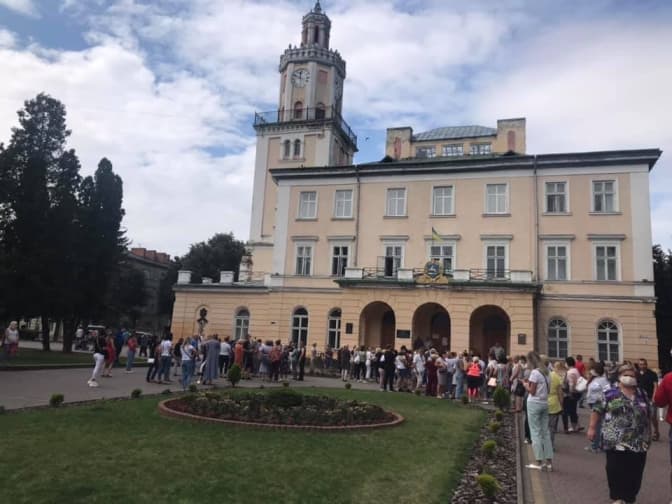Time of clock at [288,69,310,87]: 11:48
